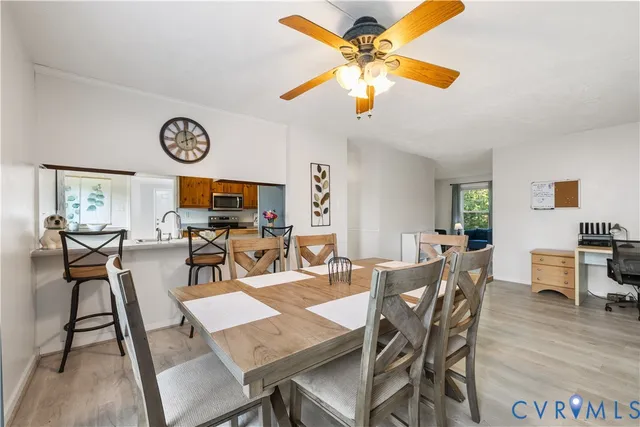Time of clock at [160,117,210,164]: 1:59
